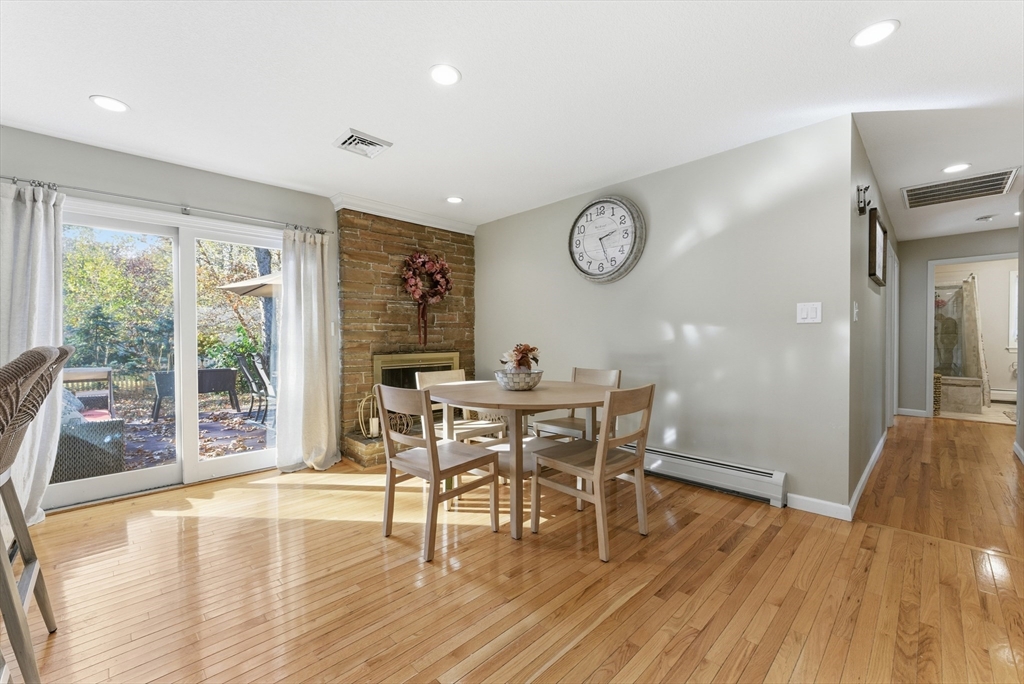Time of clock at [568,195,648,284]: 2:26
